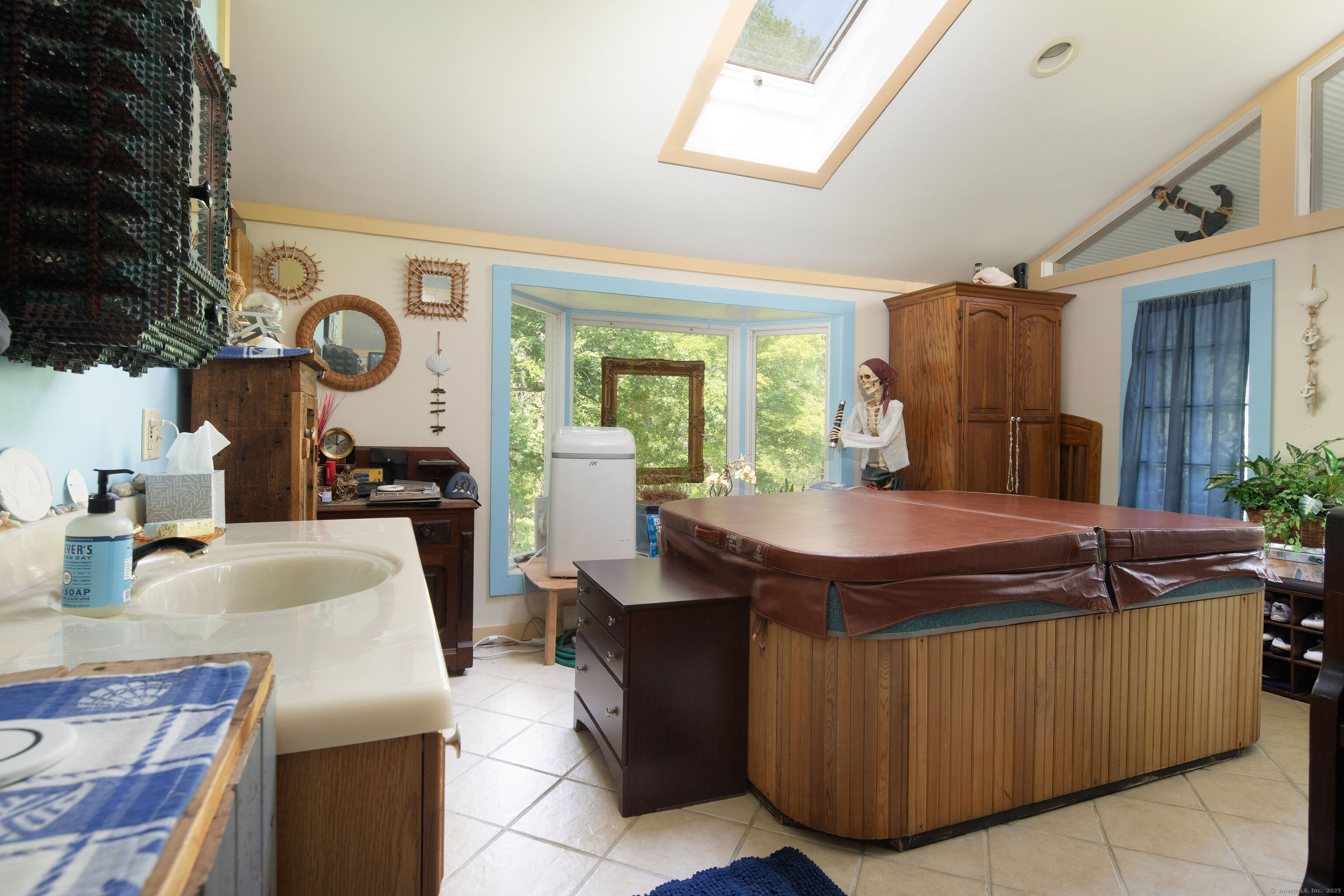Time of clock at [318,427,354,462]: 1:59
